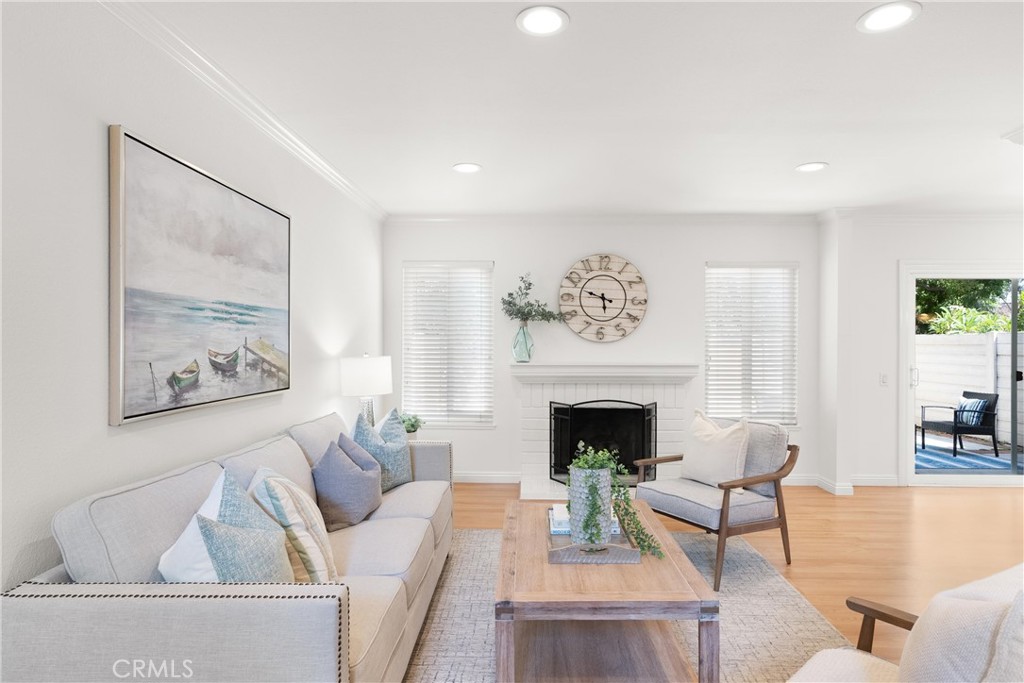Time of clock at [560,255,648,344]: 5:48
